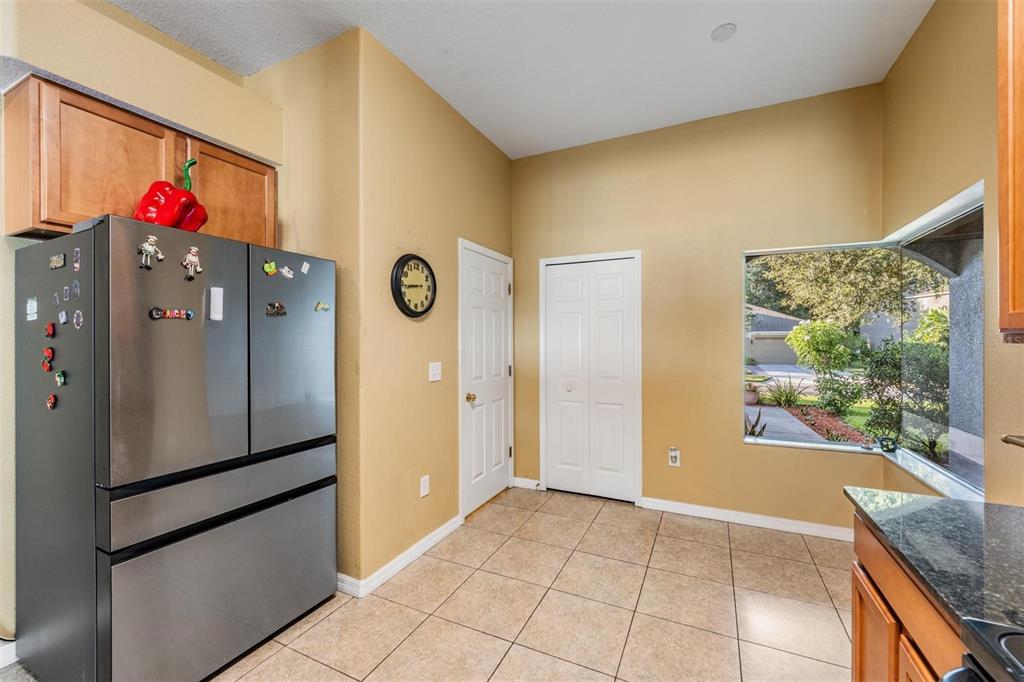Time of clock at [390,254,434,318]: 8:43
